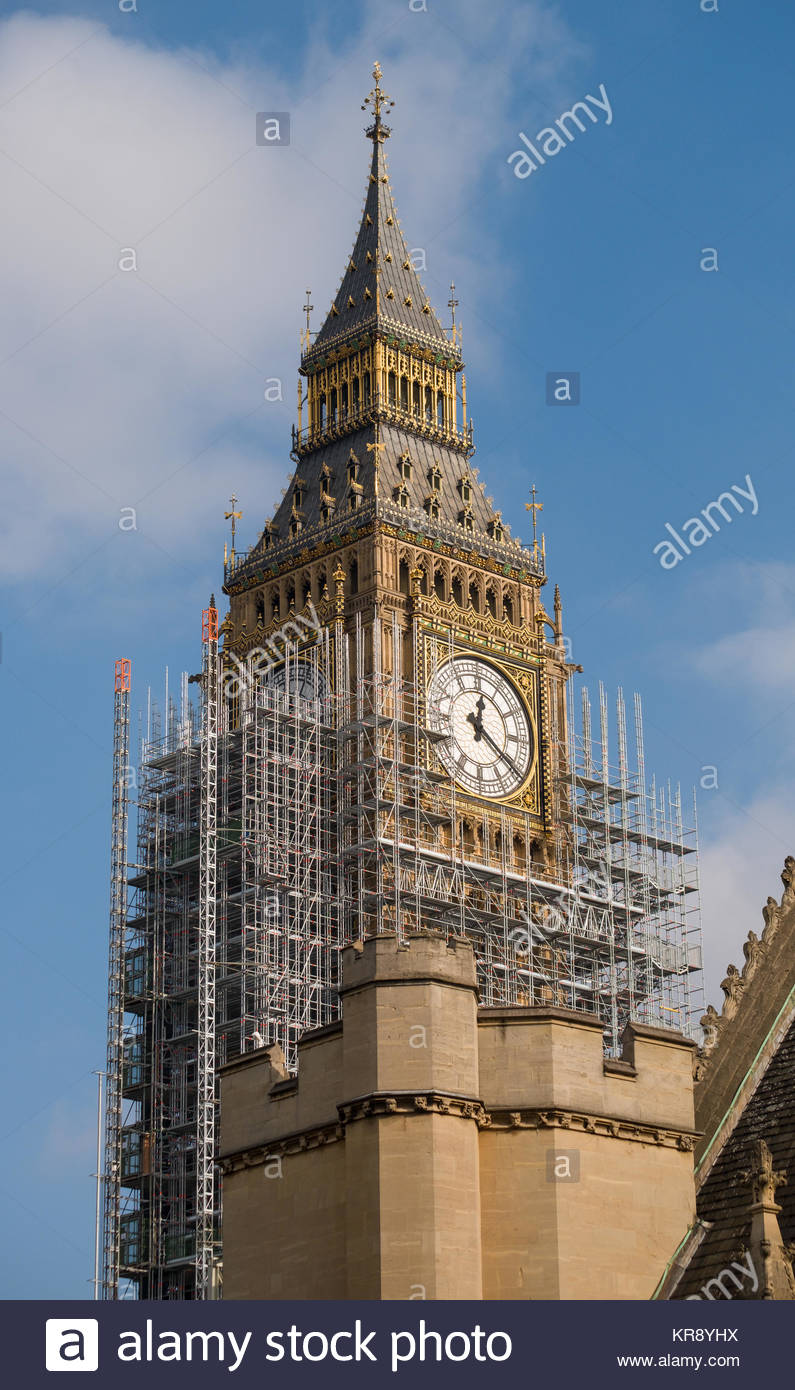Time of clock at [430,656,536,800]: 12:20
